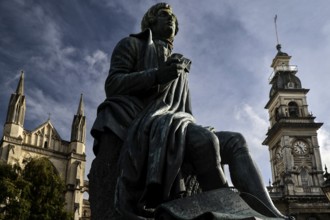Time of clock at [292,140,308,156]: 10:26
